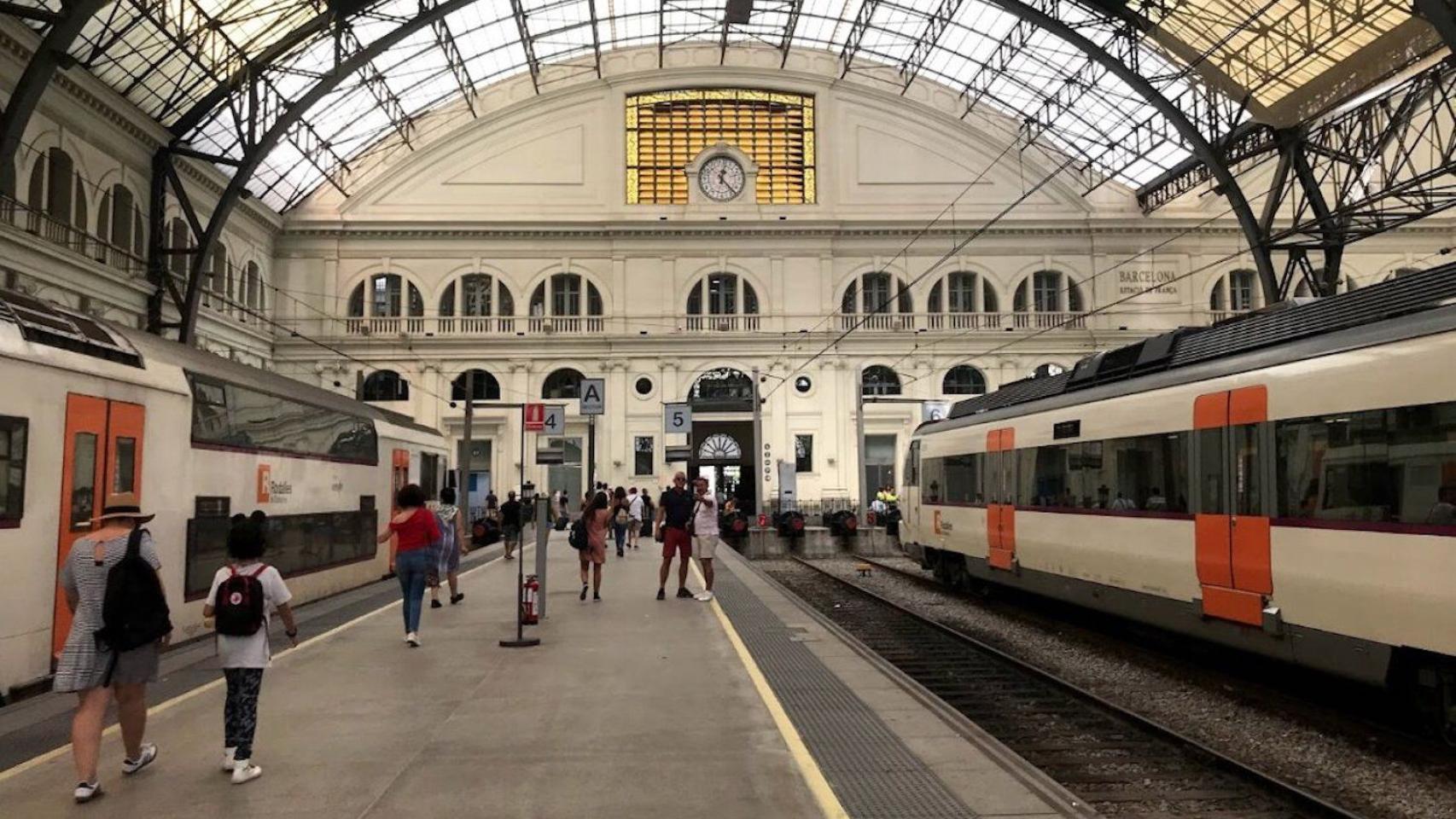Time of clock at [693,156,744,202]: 12:22
